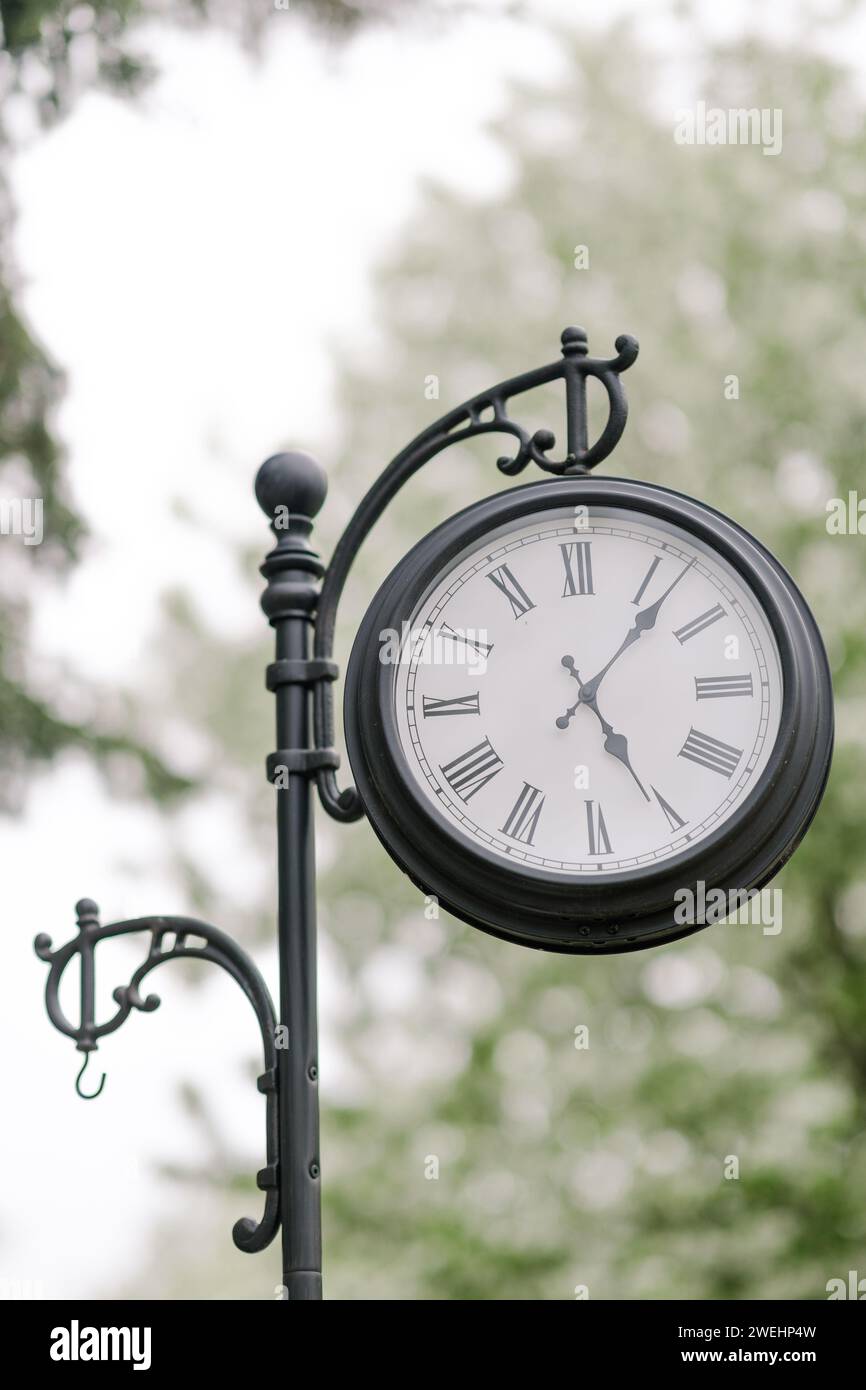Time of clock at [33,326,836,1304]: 5:06
